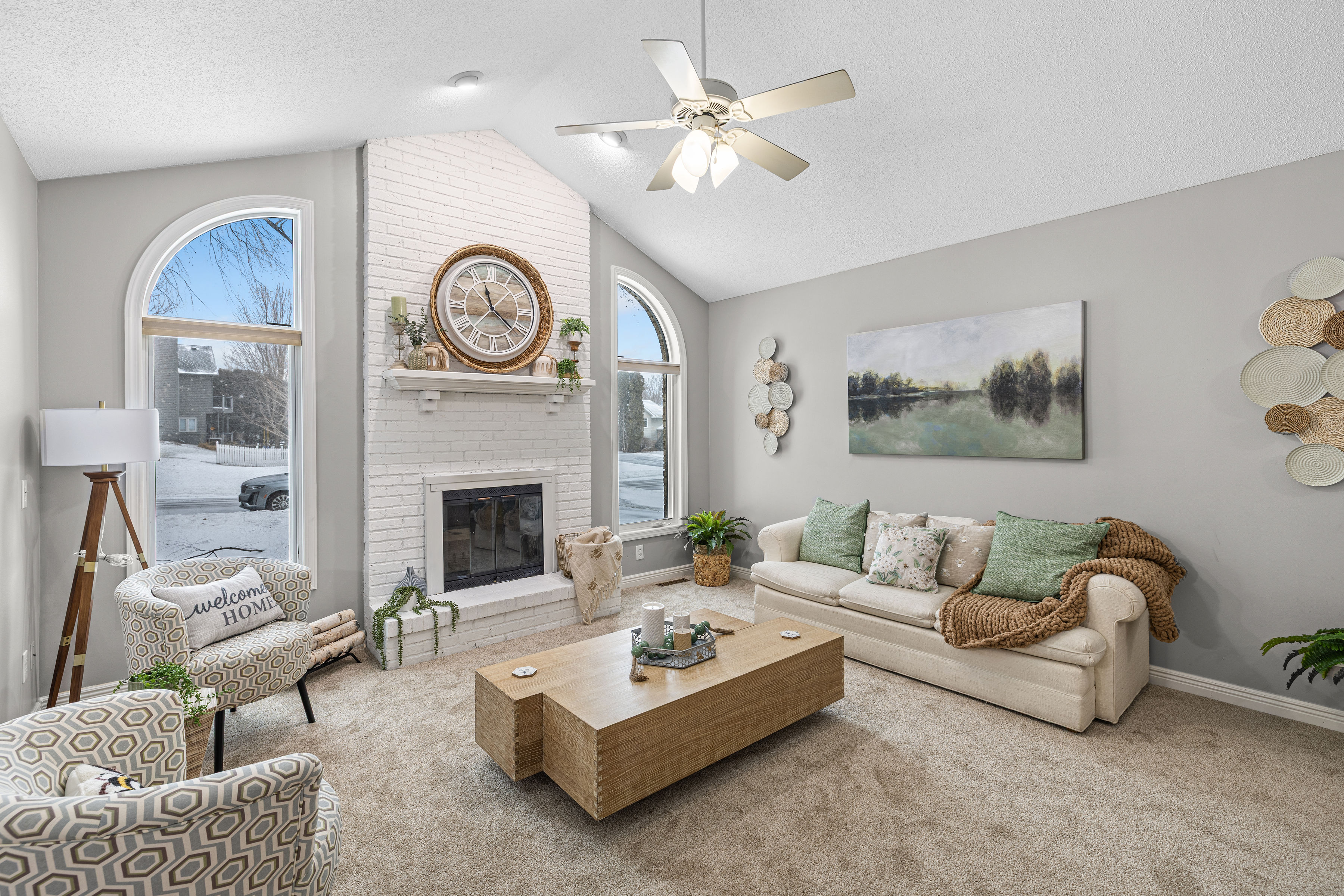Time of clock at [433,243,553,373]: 11:21
